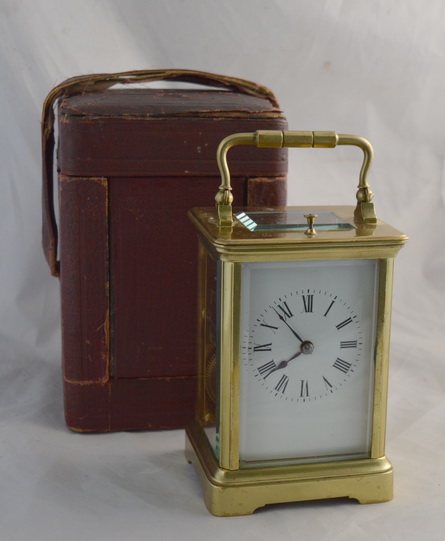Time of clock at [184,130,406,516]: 10:41
